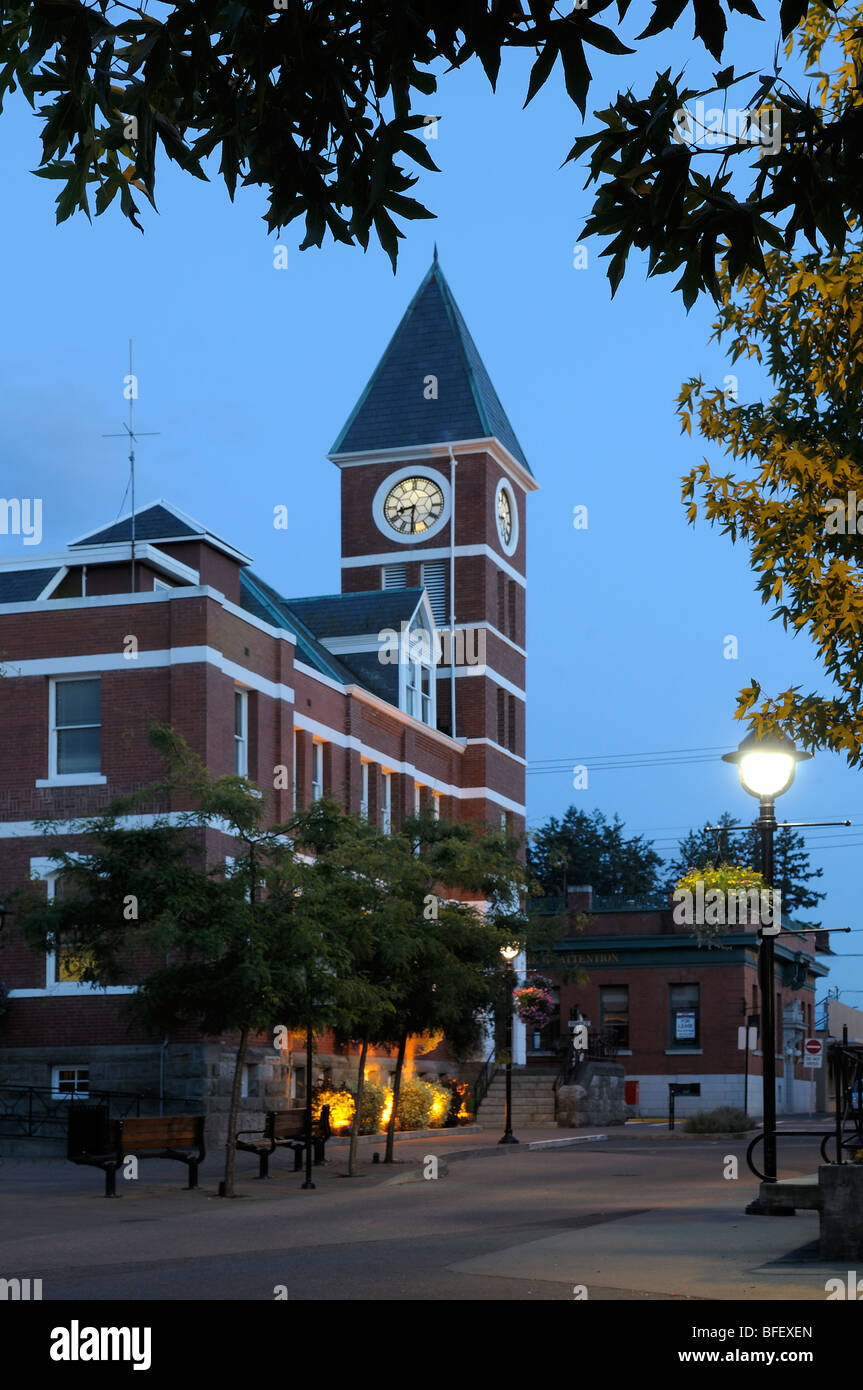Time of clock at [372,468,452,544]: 8:30
